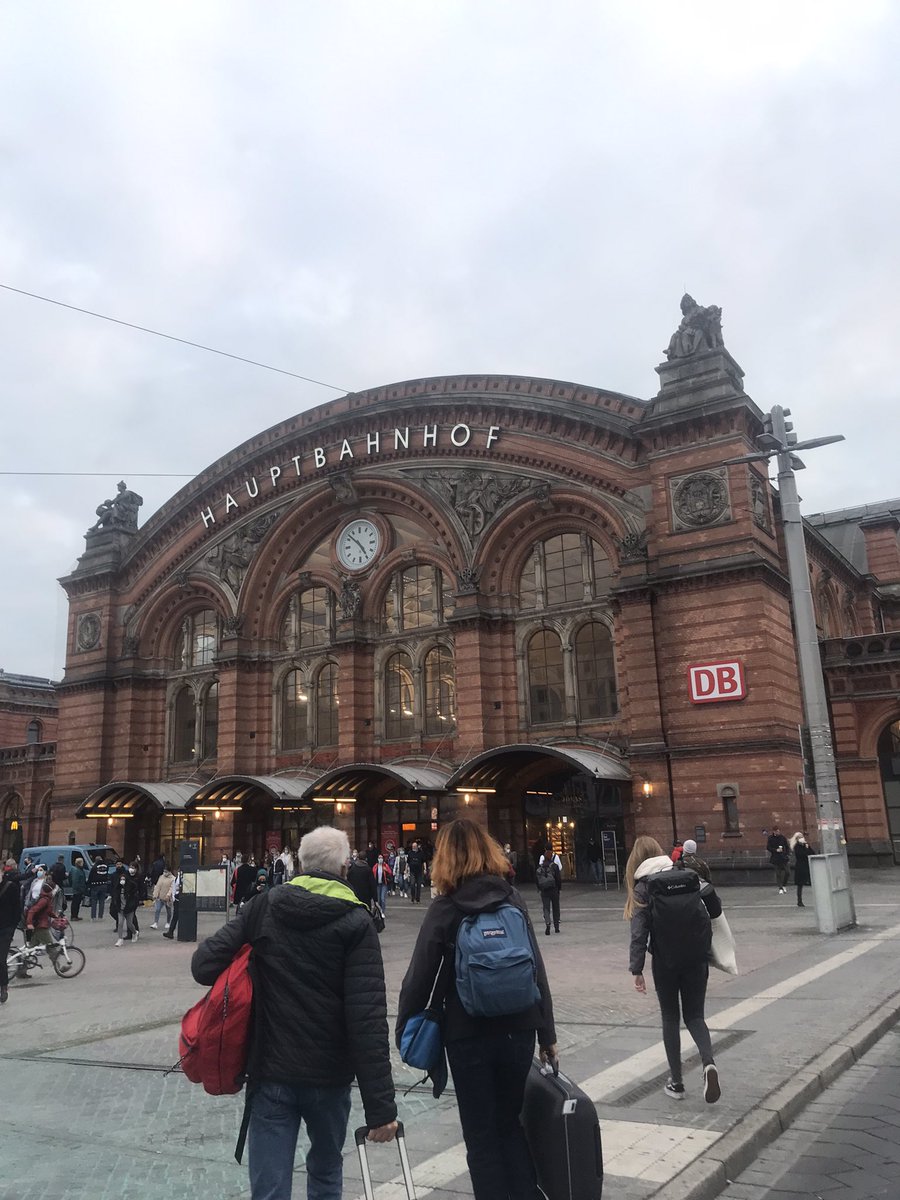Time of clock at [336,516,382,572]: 4:52
